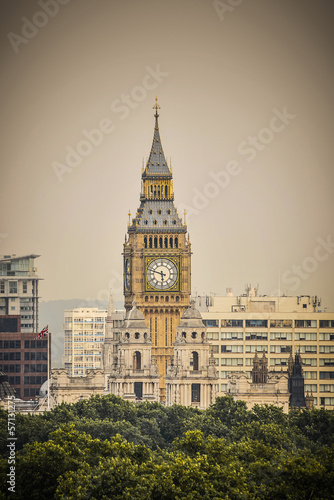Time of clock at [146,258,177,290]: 5:47
